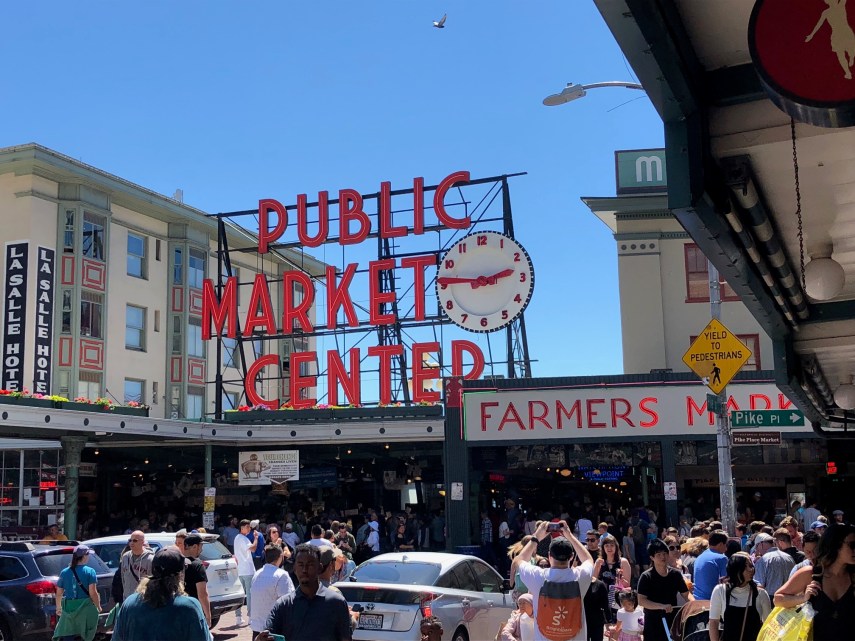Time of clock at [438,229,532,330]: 2:45
